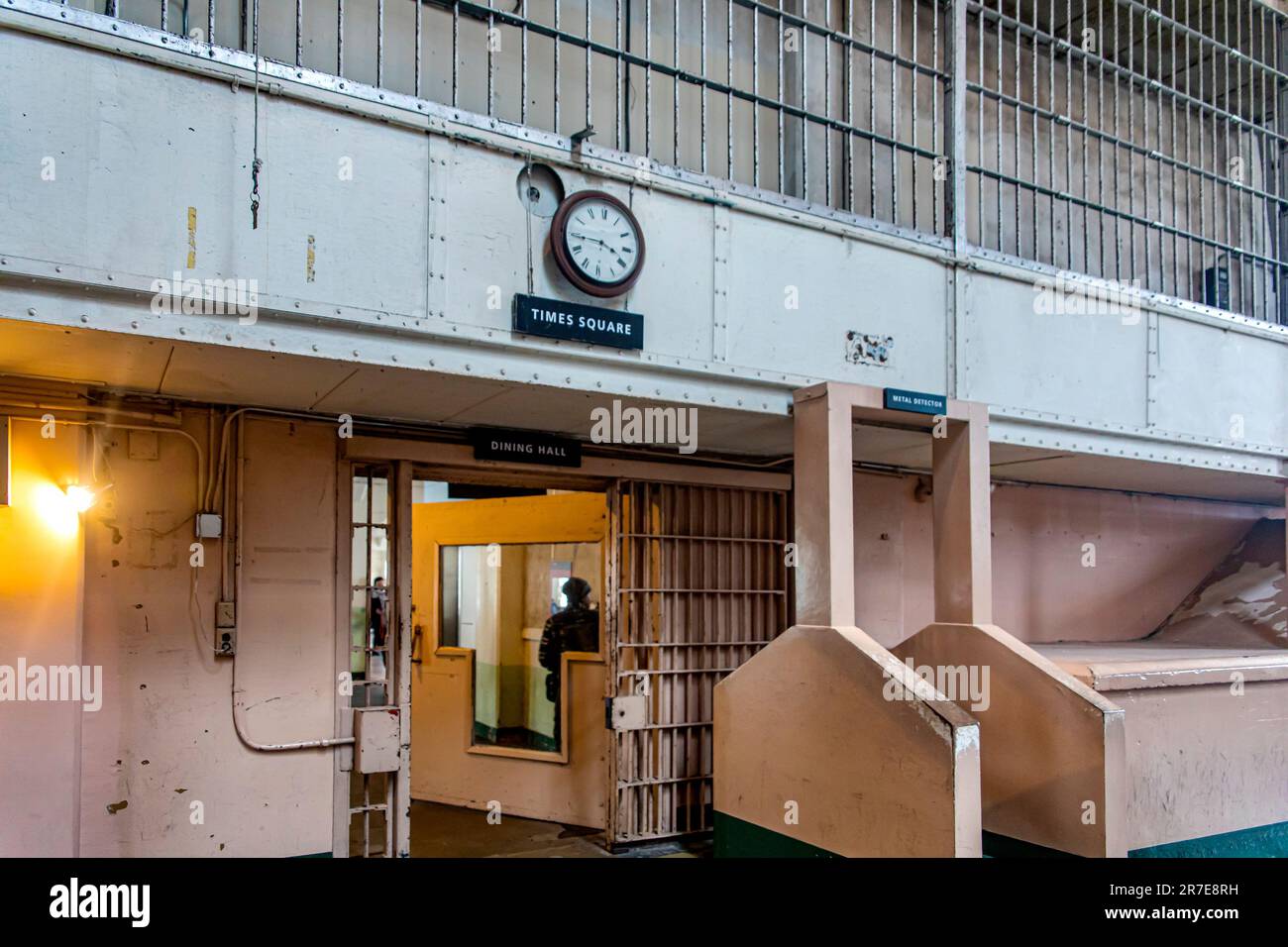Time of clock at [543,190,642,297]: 3:44
